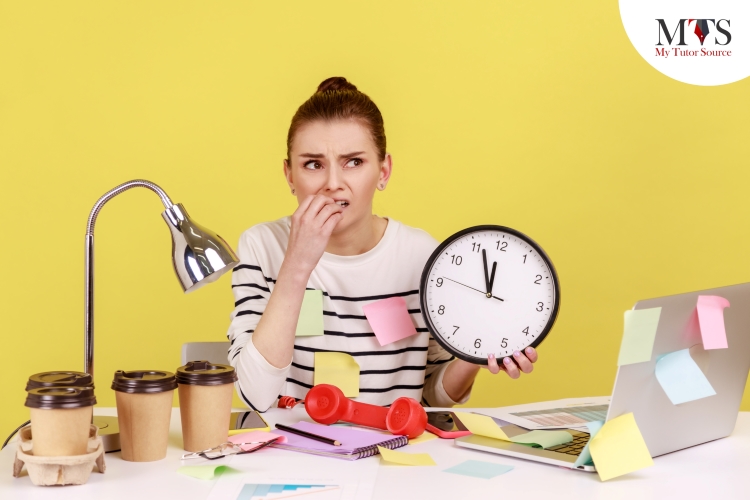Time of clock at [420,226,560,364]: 11:56
